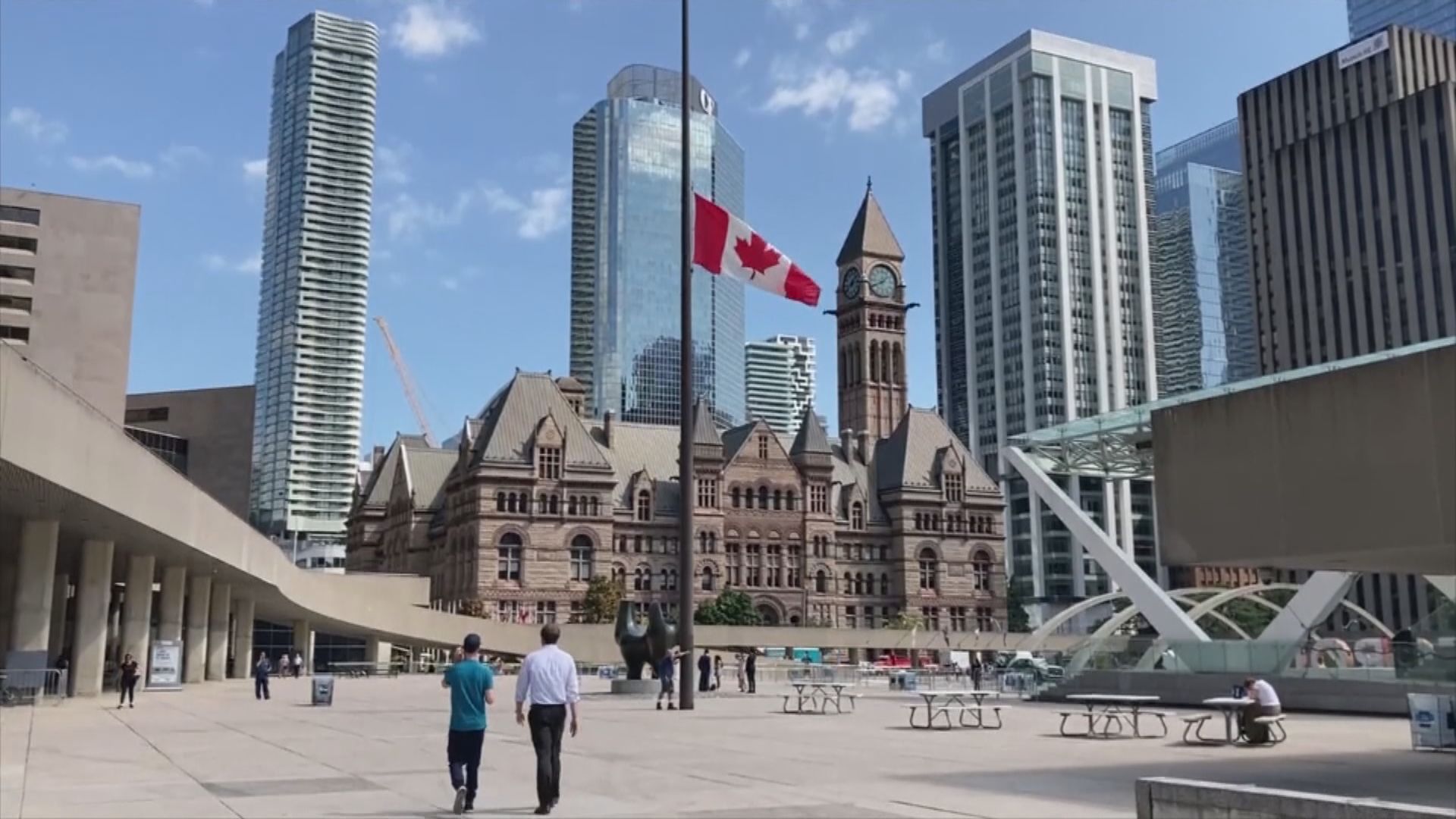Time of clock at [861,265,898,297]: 1:40
